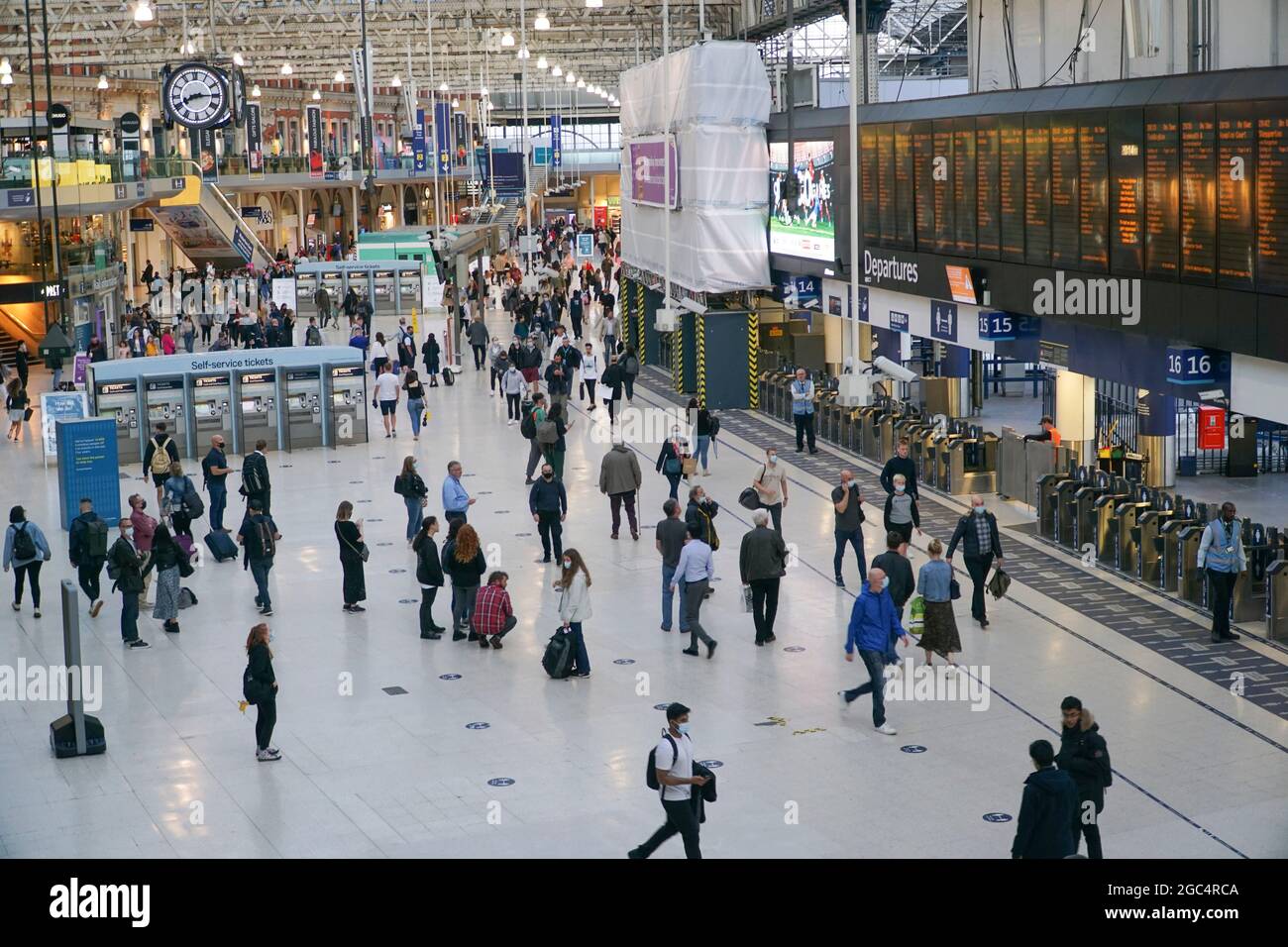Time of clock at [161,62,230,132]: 8:15
